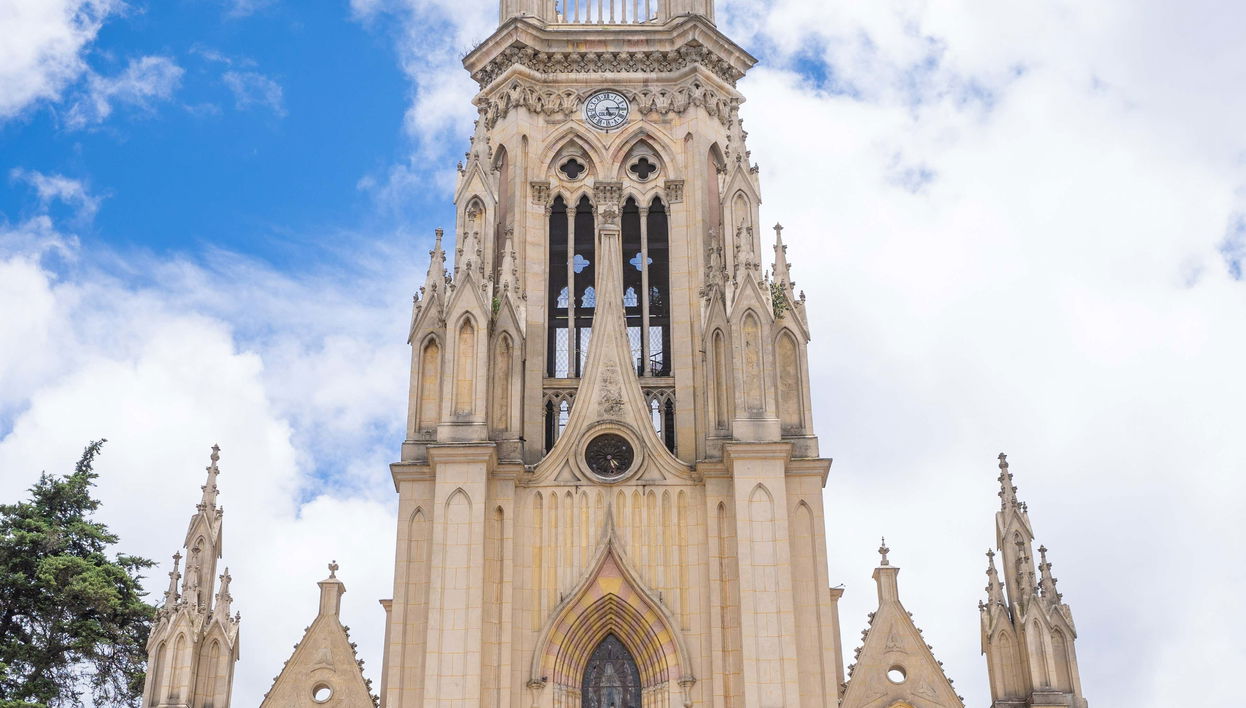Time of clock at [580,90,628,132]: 5:14
